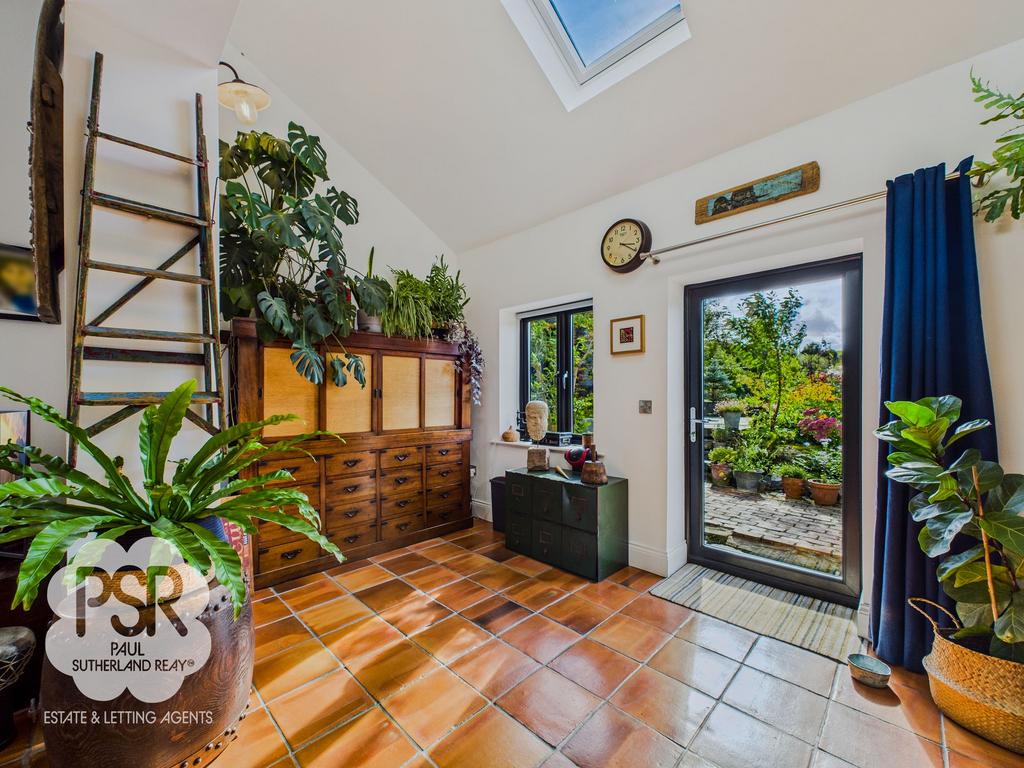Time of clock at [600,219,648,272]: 3:20
